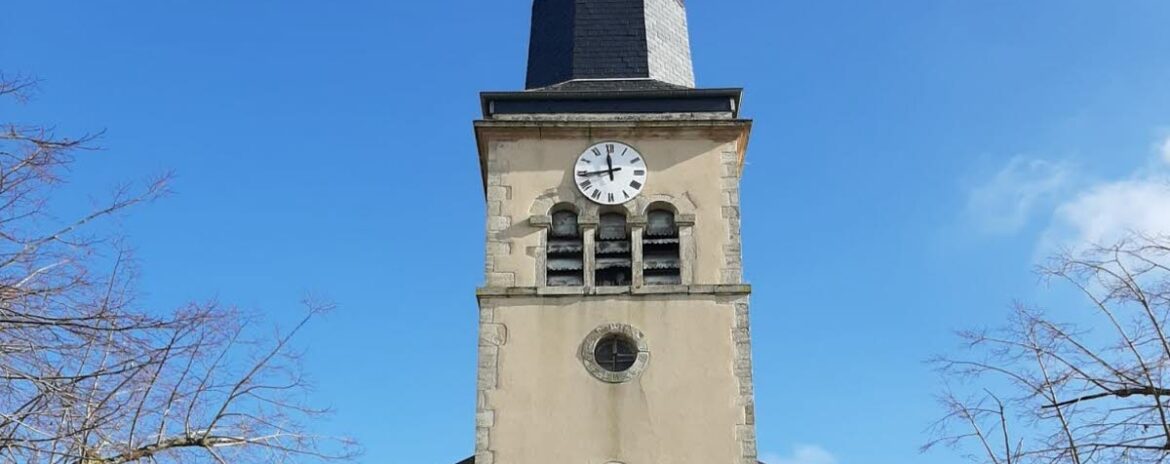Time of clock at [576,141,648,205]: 11:43
